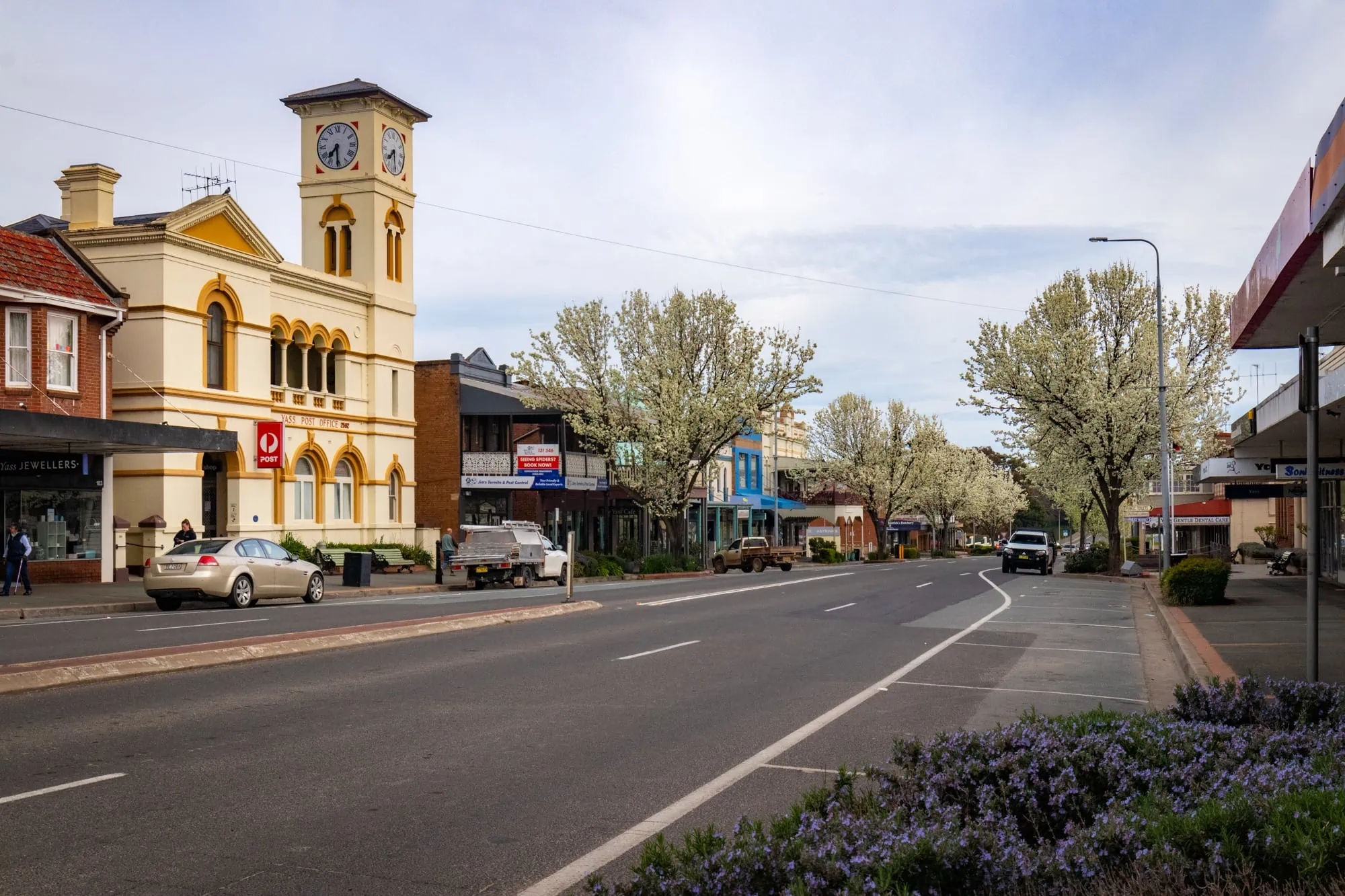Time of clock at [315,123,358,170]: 7:30
